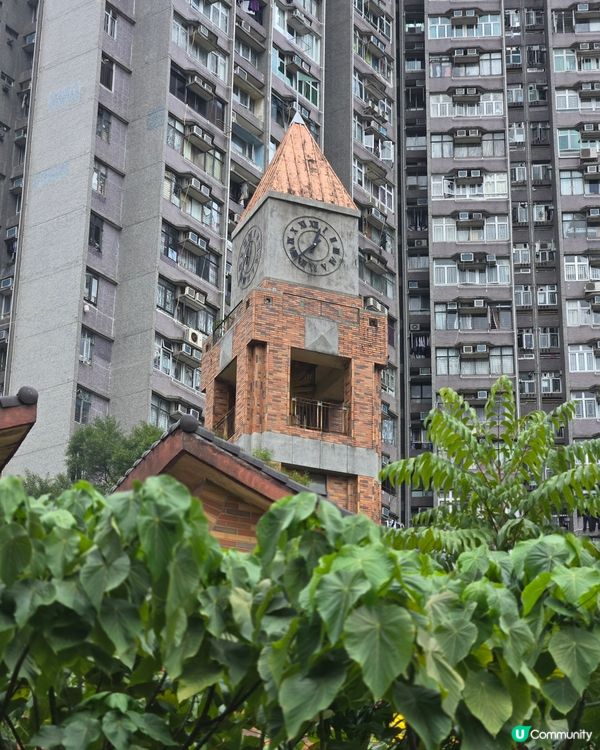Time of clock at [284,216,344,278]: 12:37
